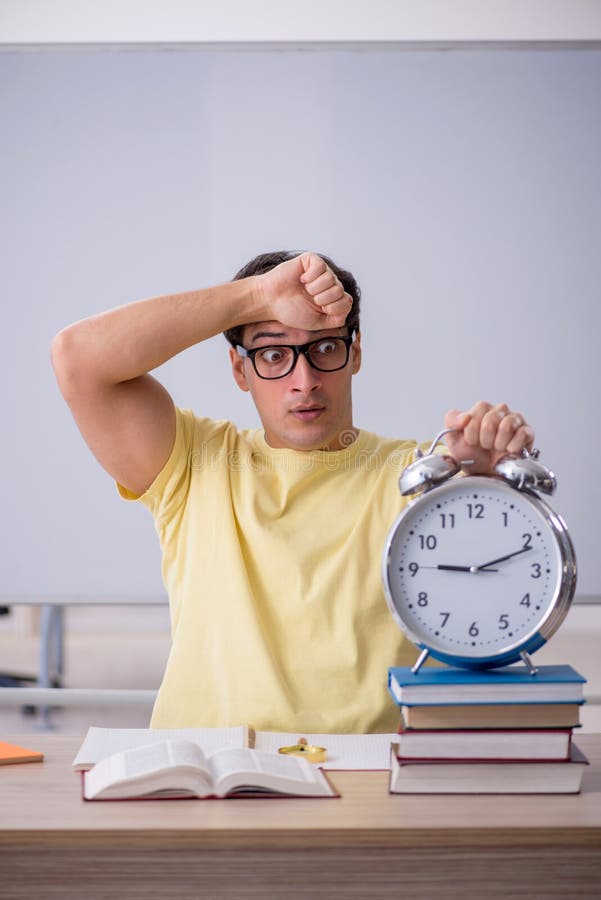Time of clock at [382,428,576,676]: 9:11
